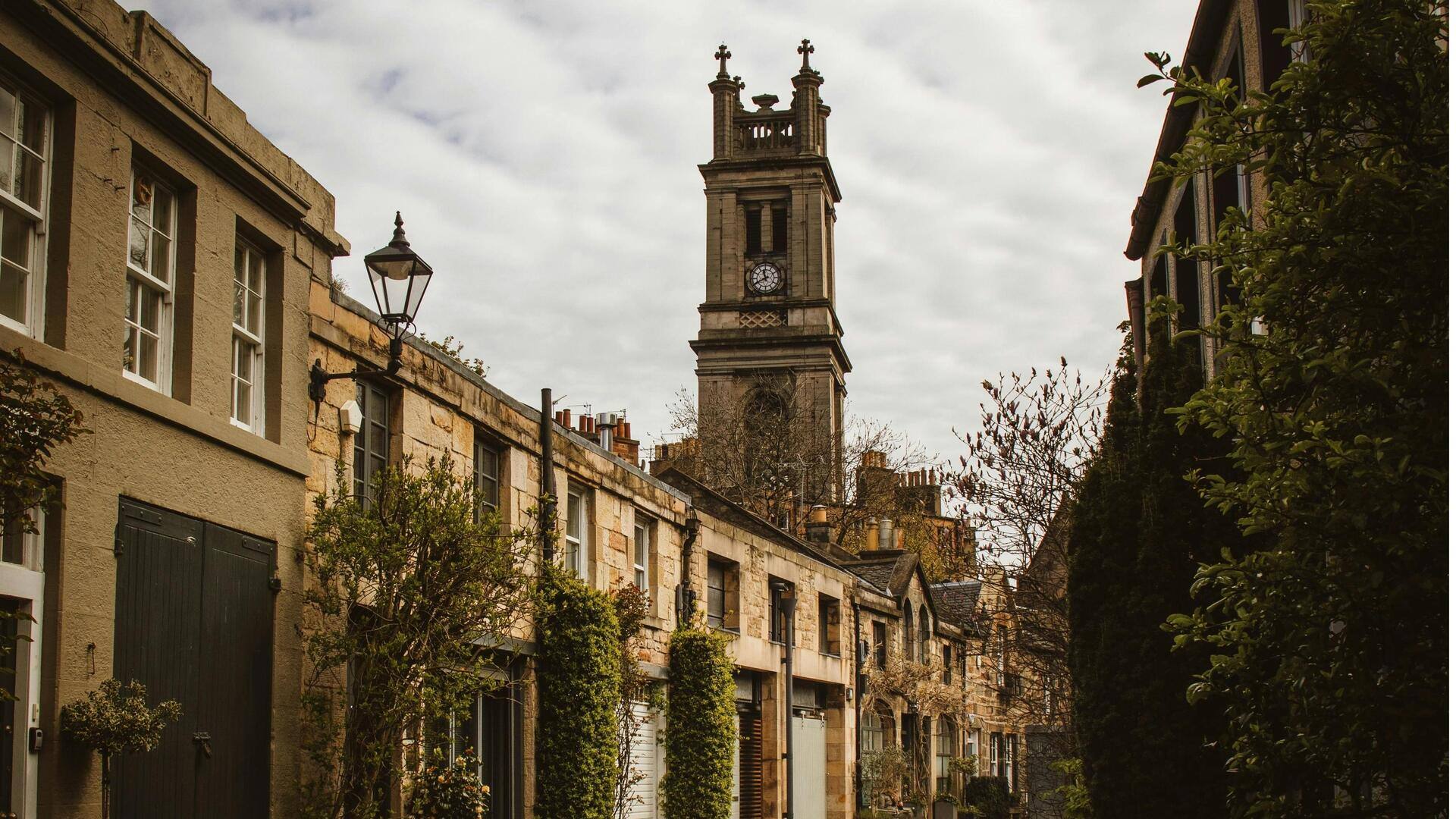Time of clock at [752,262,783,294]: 11:40
